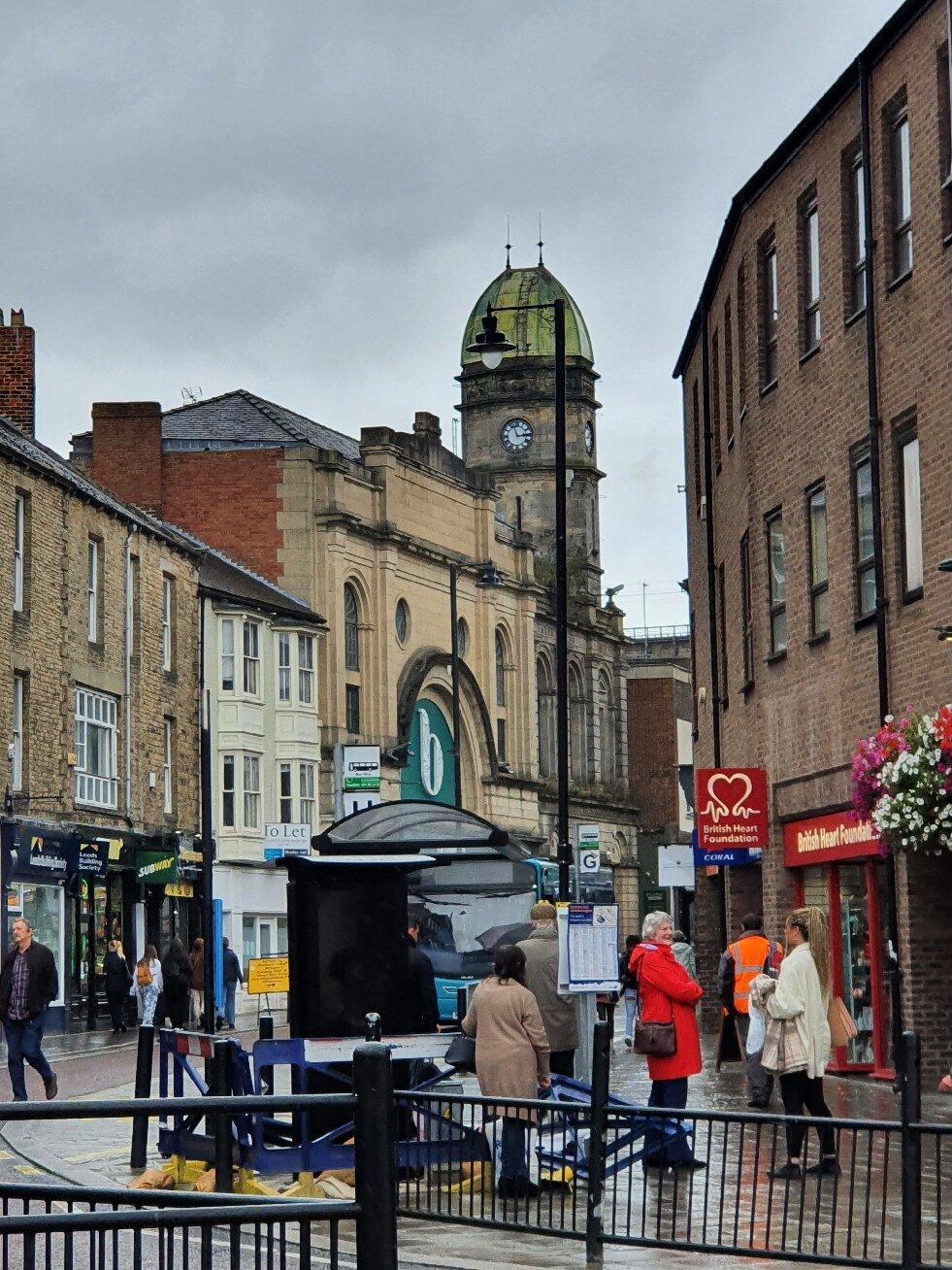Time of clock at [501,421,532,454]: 2:57
